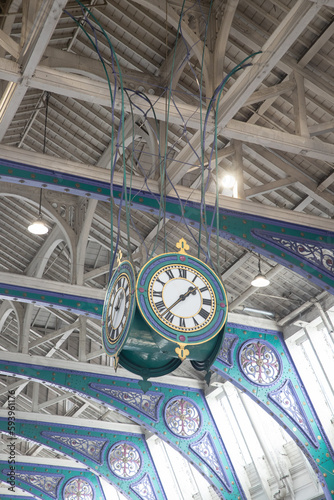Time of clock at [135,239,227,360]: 1:36
